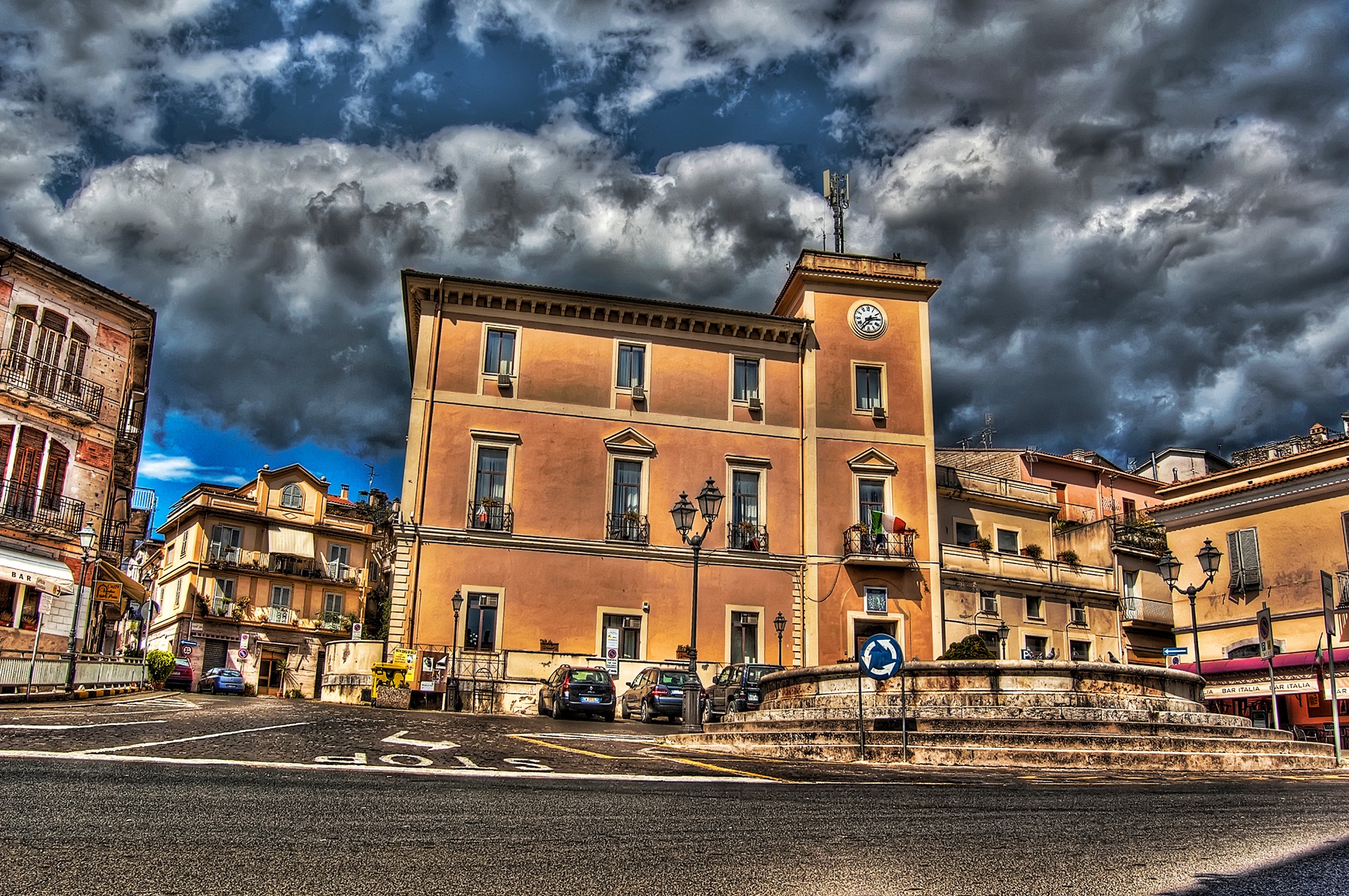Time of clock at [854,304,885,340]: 2:36
